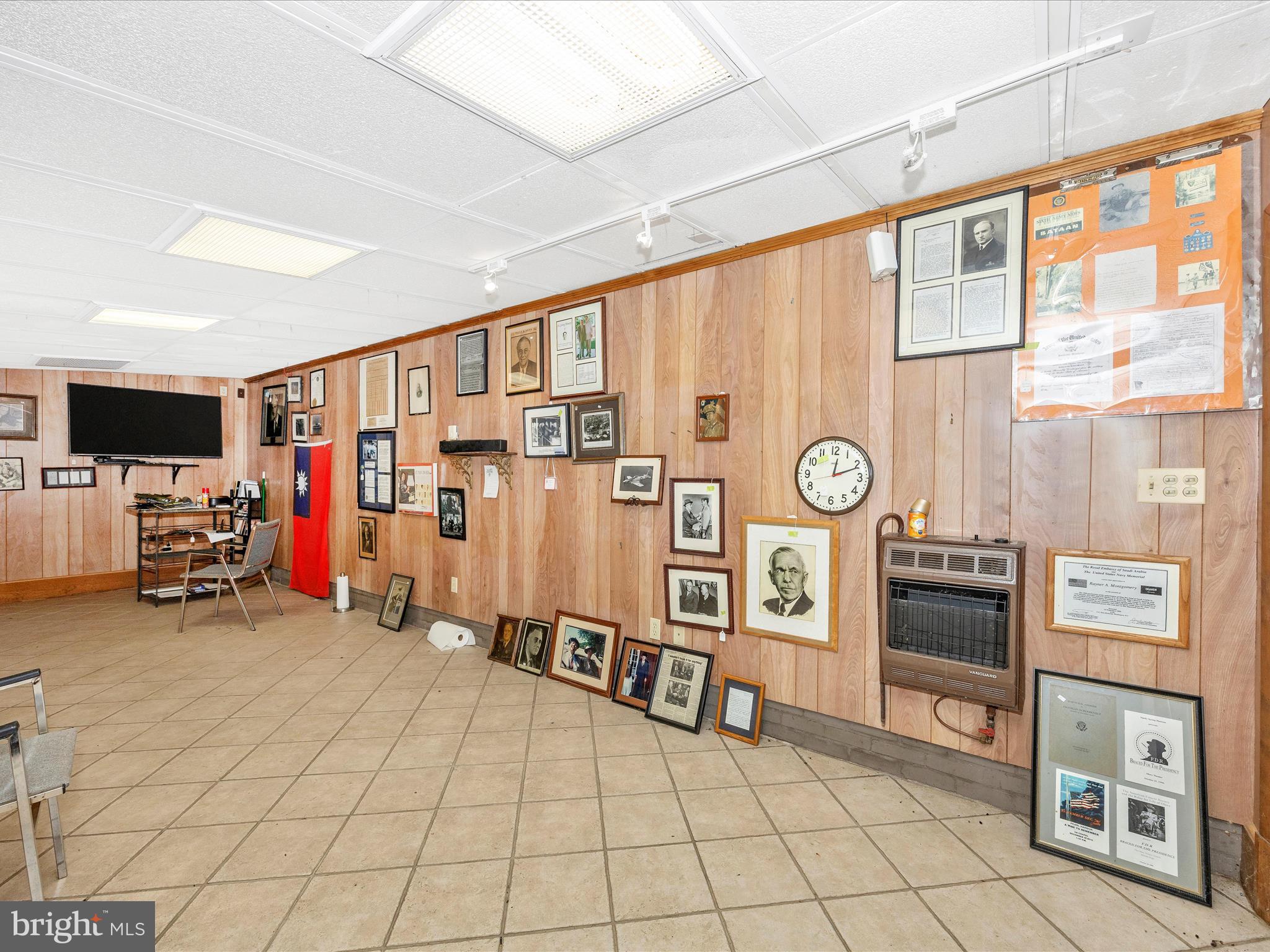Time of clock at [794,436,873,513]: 12:11
